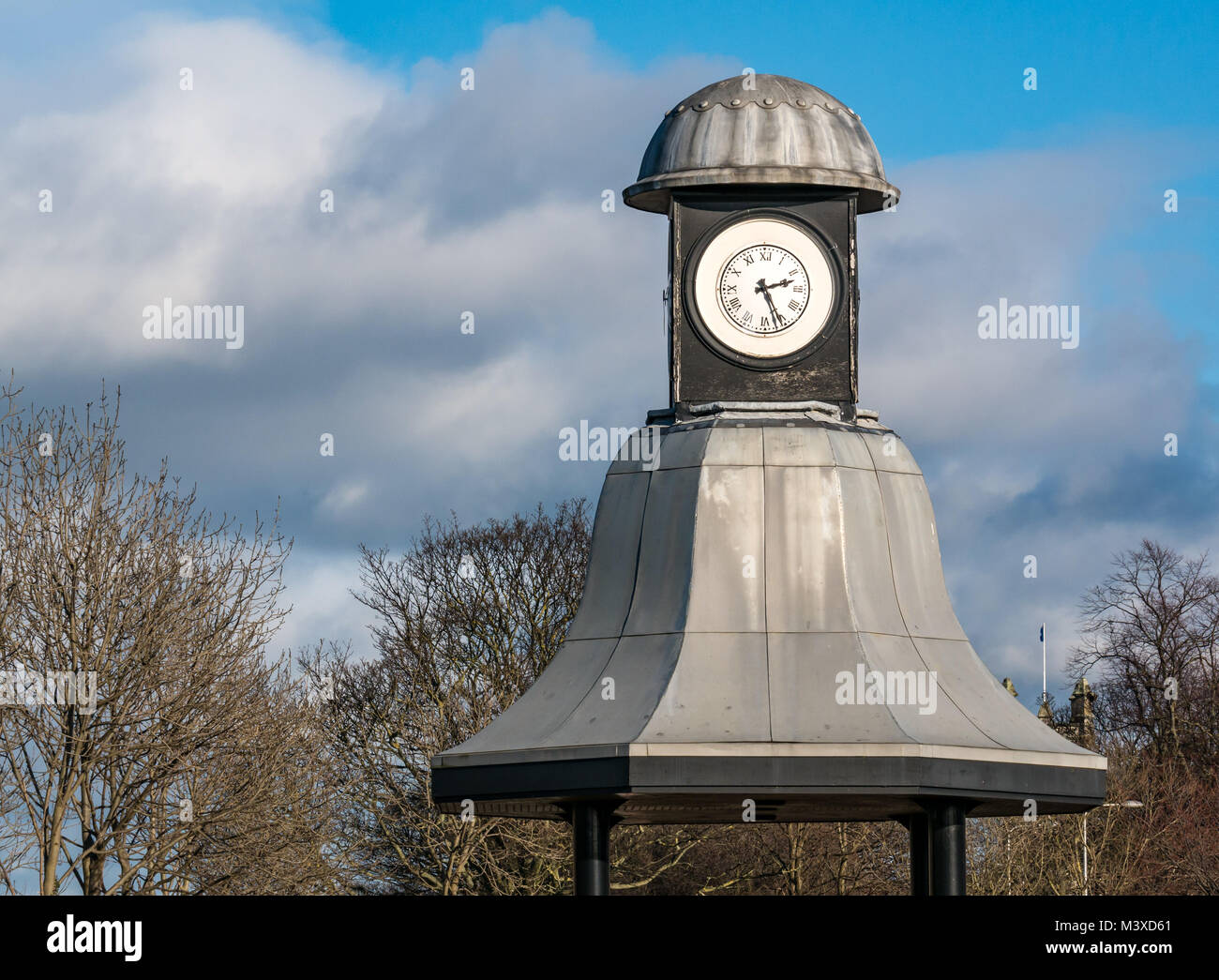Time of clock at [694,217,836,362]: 2:26
